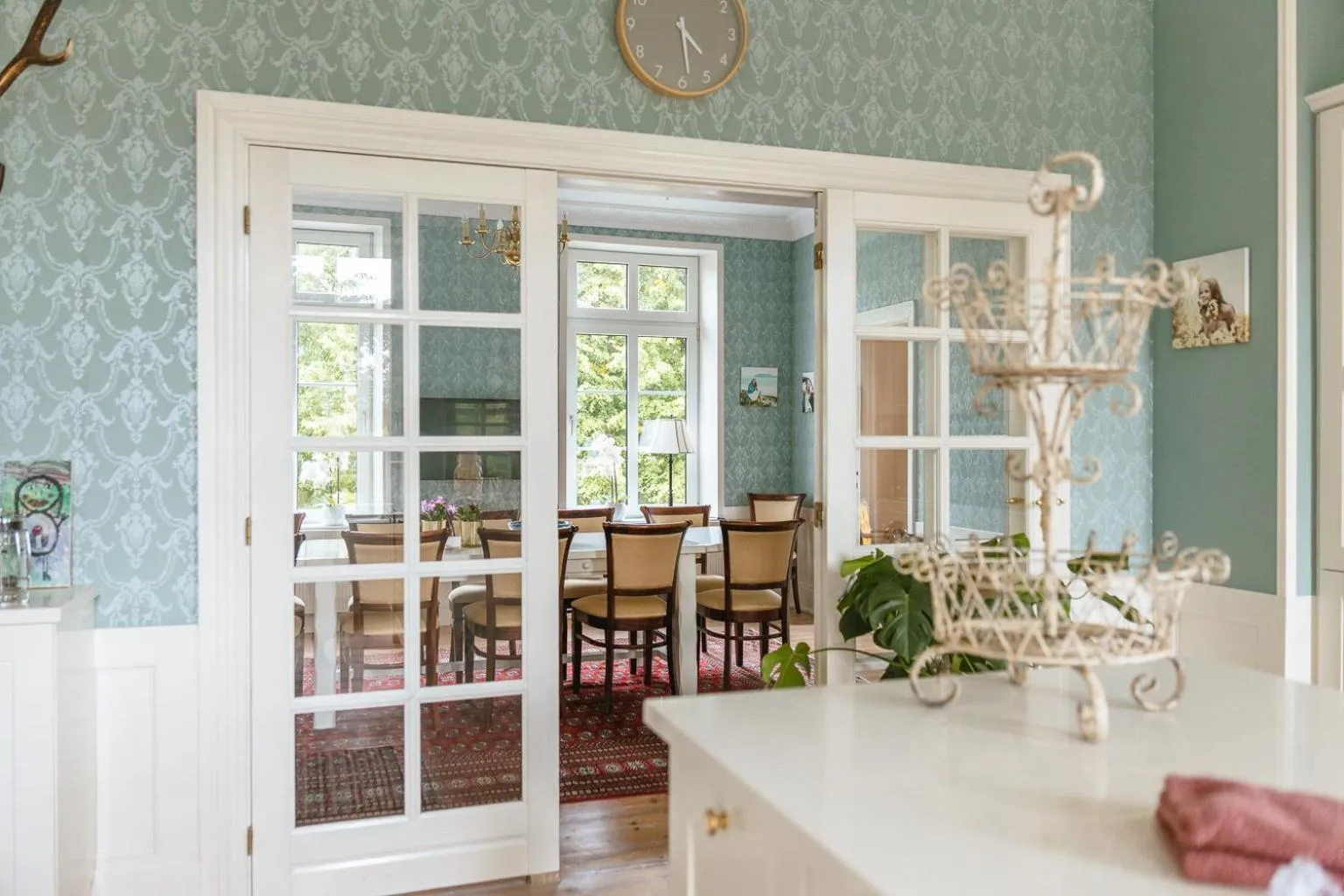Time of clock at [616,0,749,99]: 4:28
